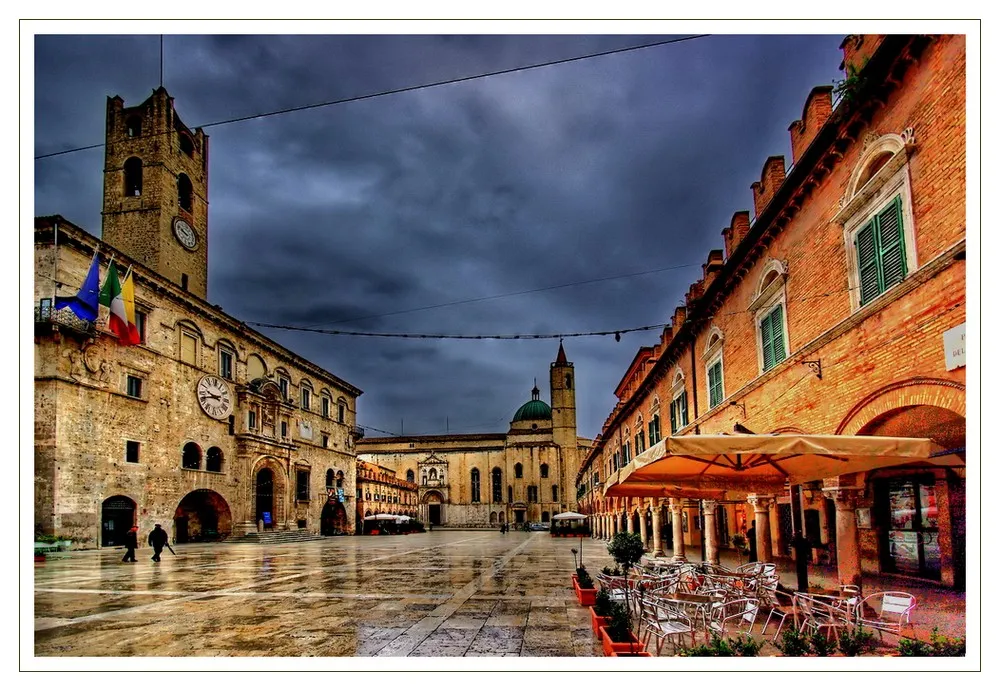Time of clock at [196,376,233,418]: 9:42
